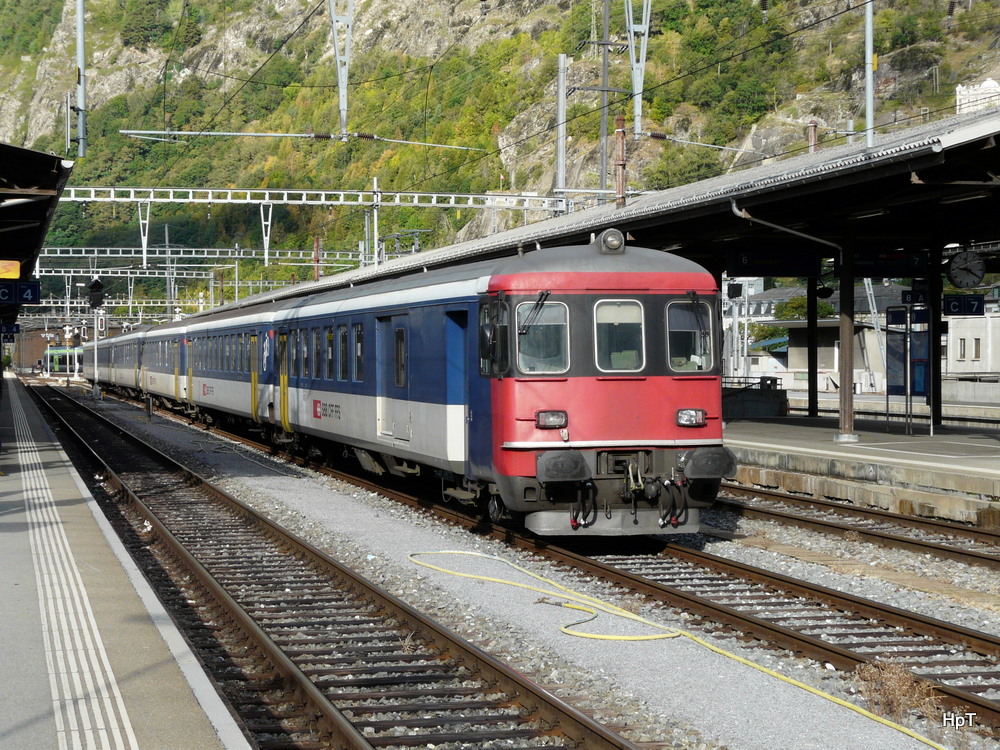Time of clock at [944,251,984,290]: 9:20
